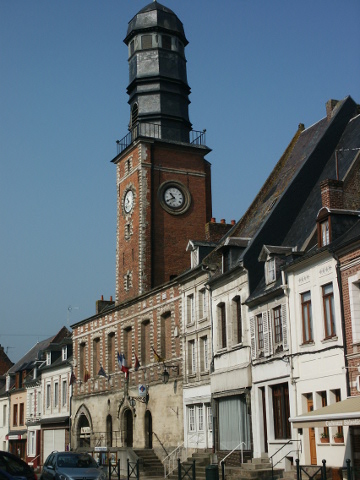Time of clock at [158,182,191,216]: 10:40
